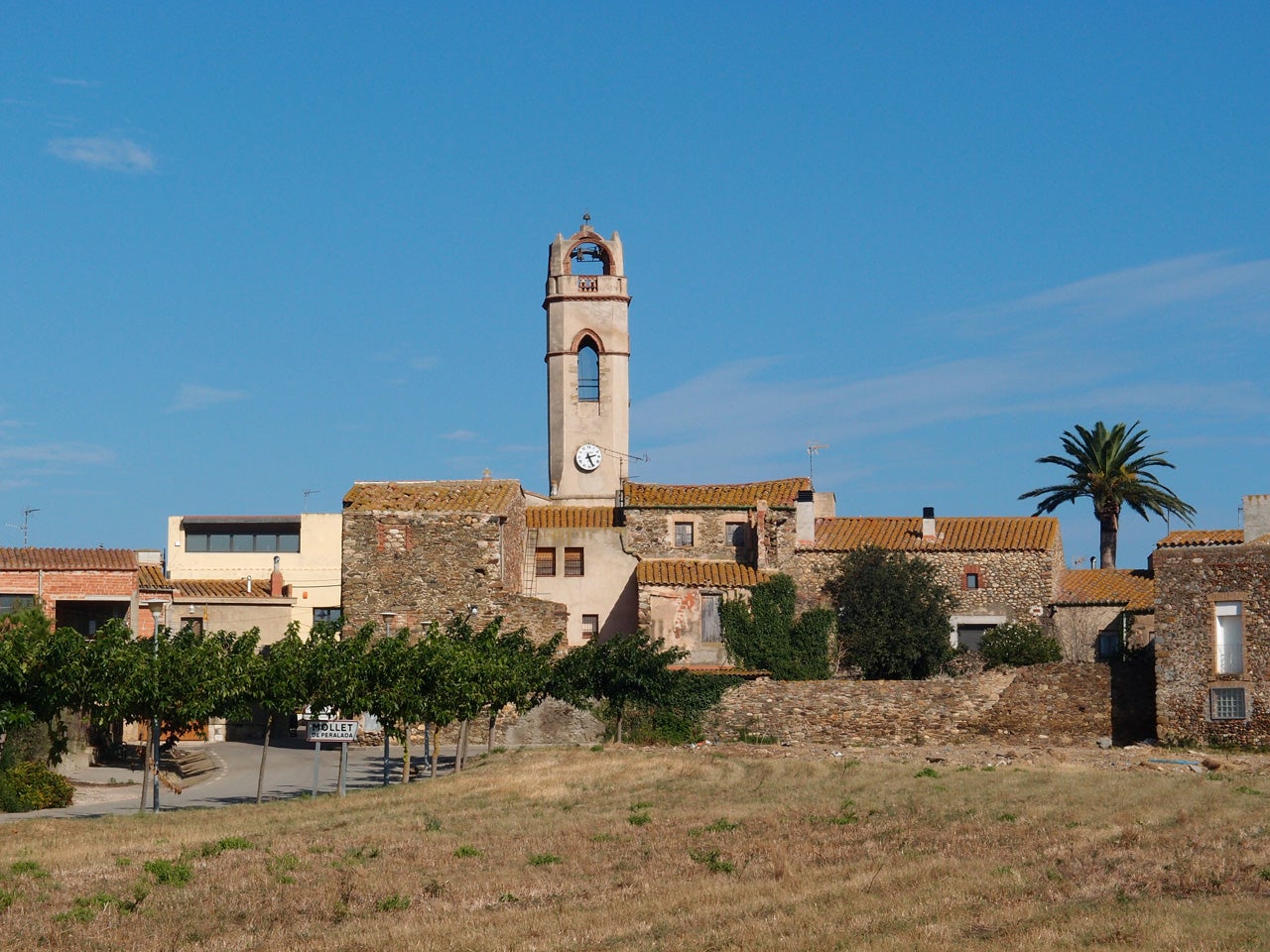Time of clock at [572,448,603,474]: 2:25
